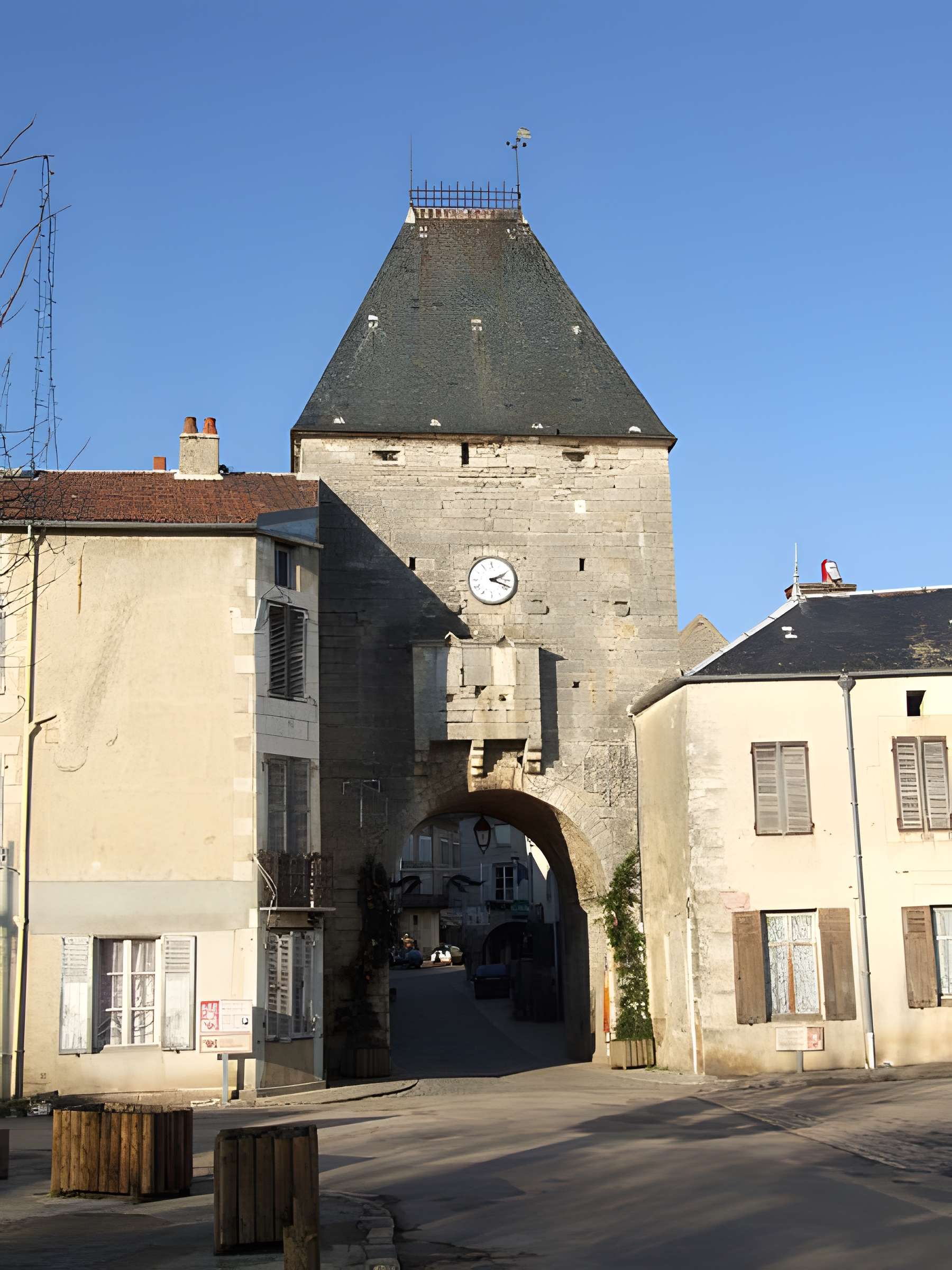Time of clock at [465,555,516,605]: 2:18
